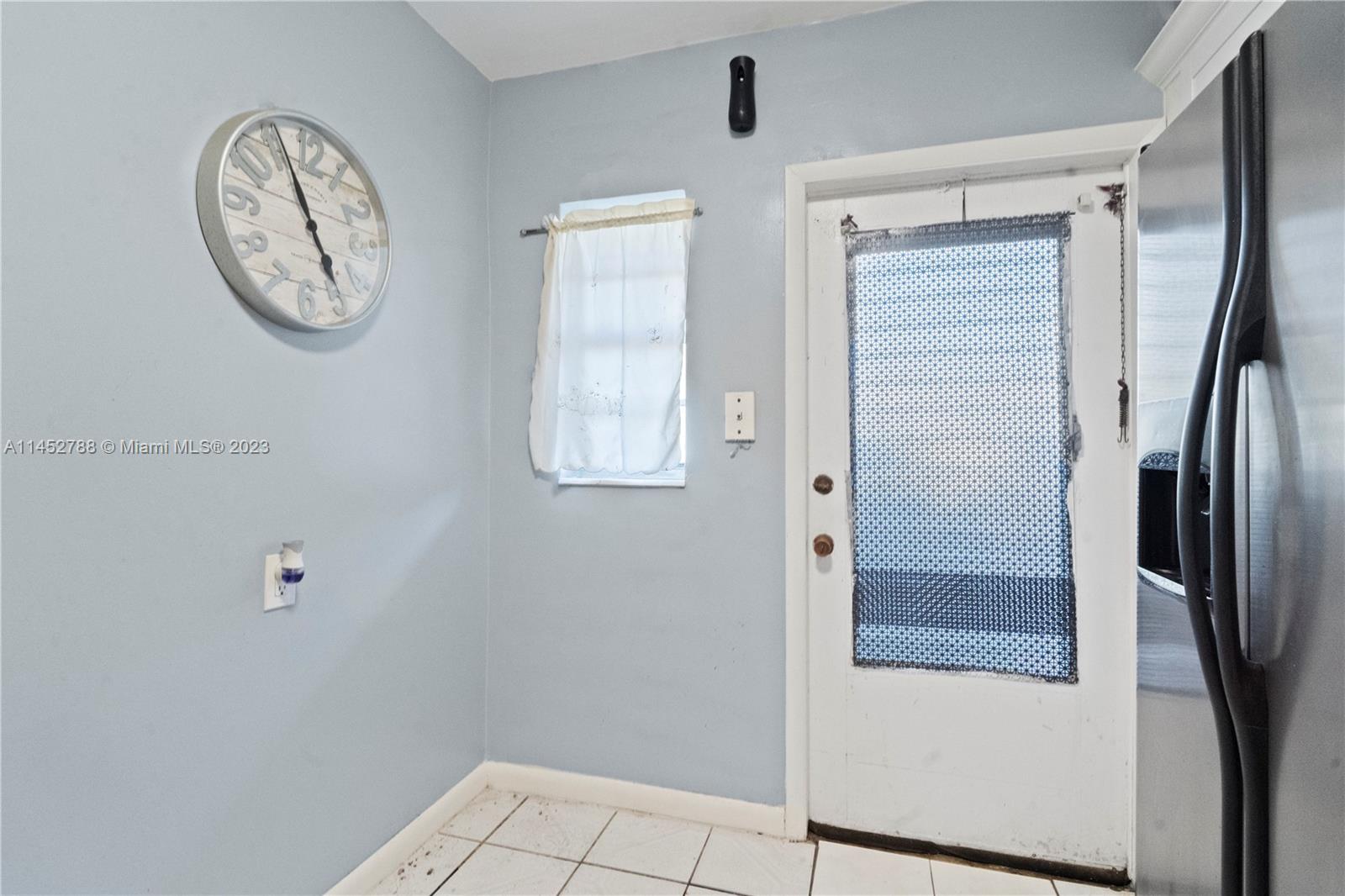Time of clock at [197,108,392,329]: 4:56
